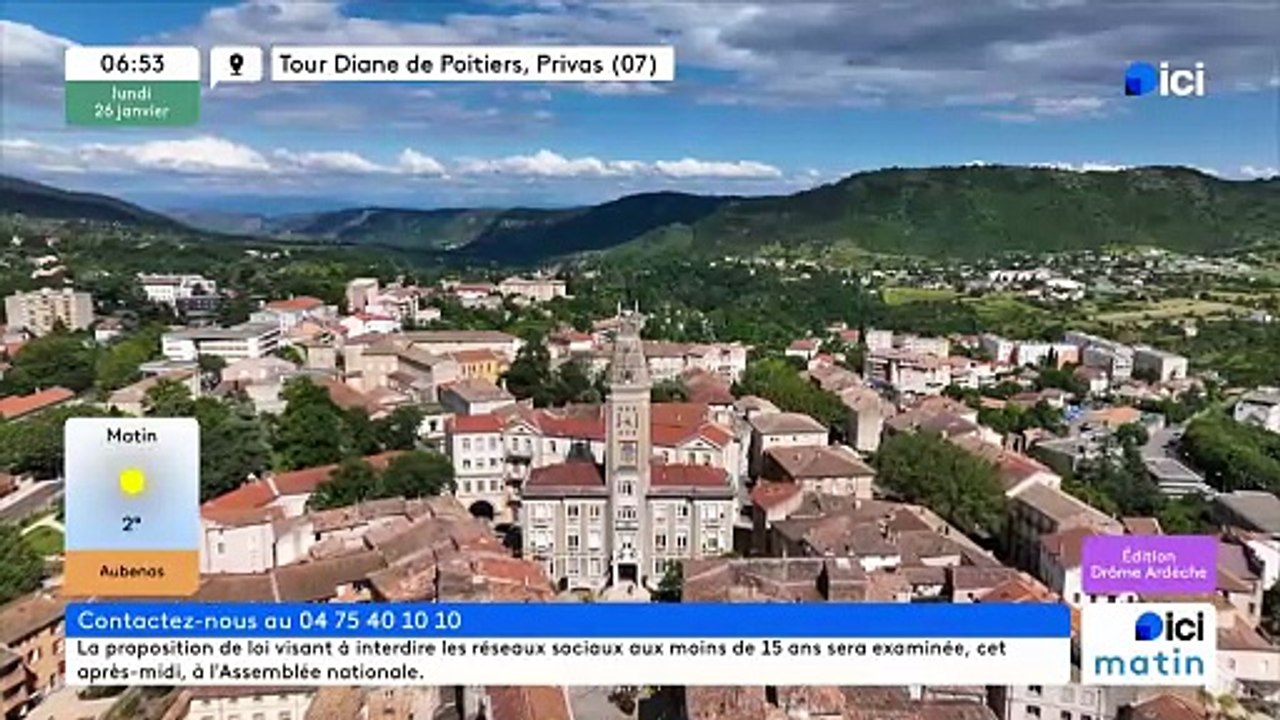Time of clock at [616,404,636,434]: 4:42
